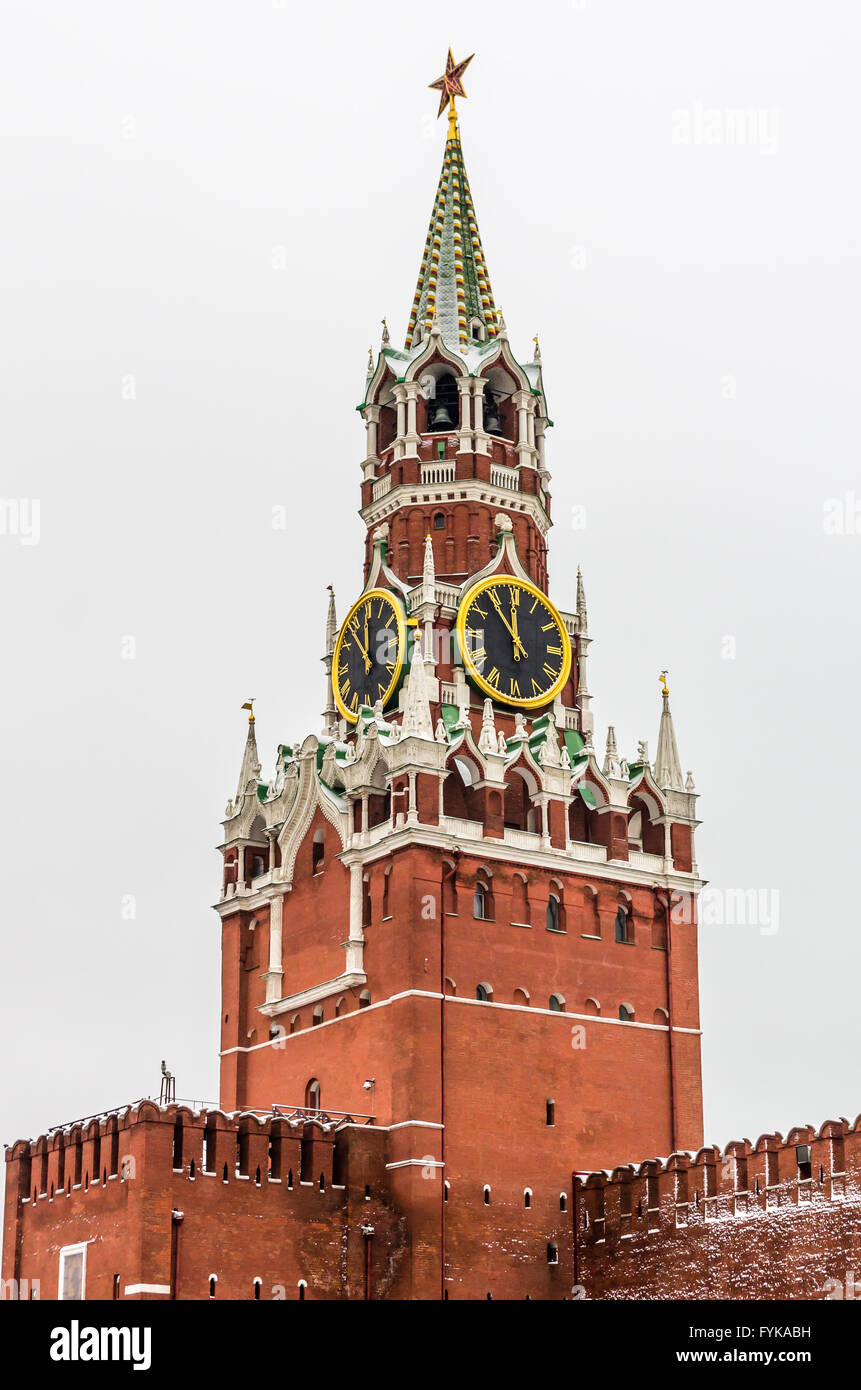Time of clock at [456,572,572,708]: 11:53
